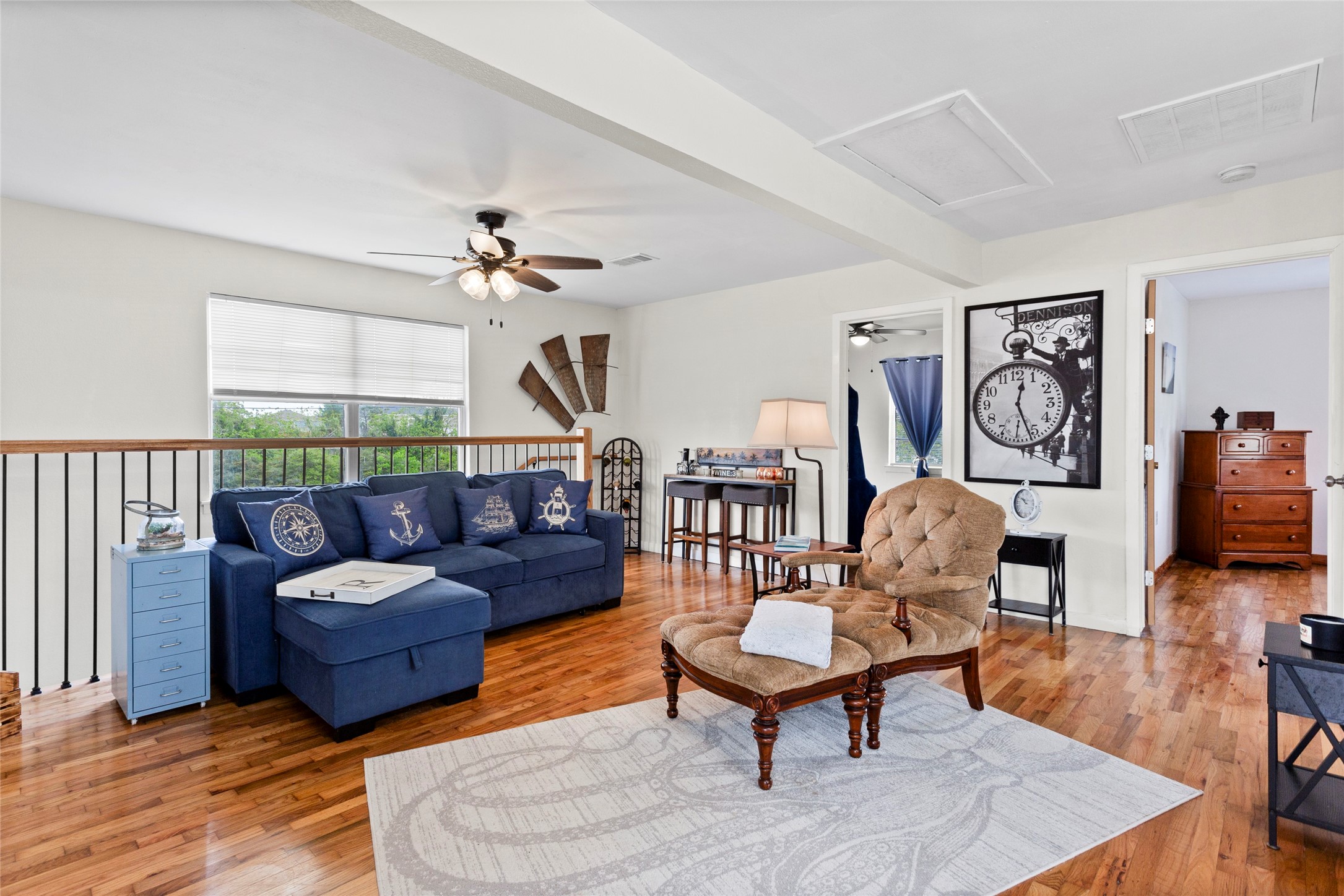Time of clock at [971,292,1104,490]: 12:26
